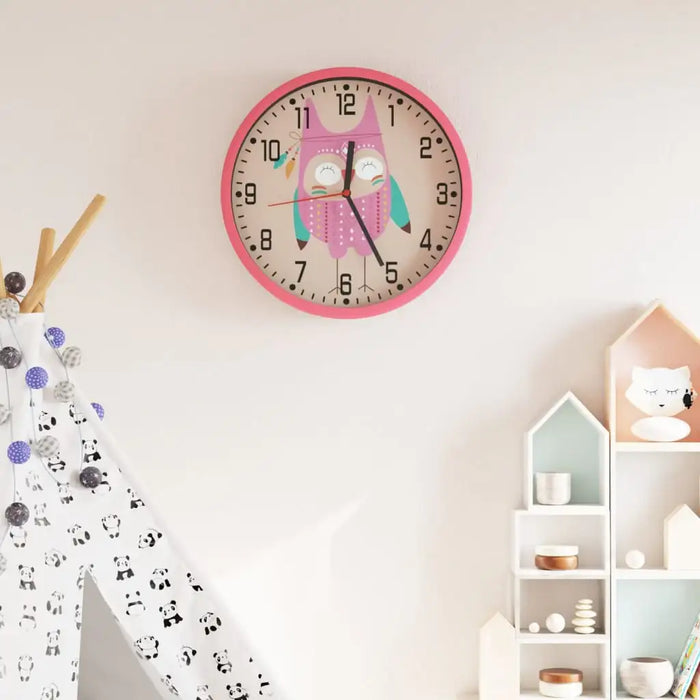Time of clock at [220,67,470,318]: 12:25
